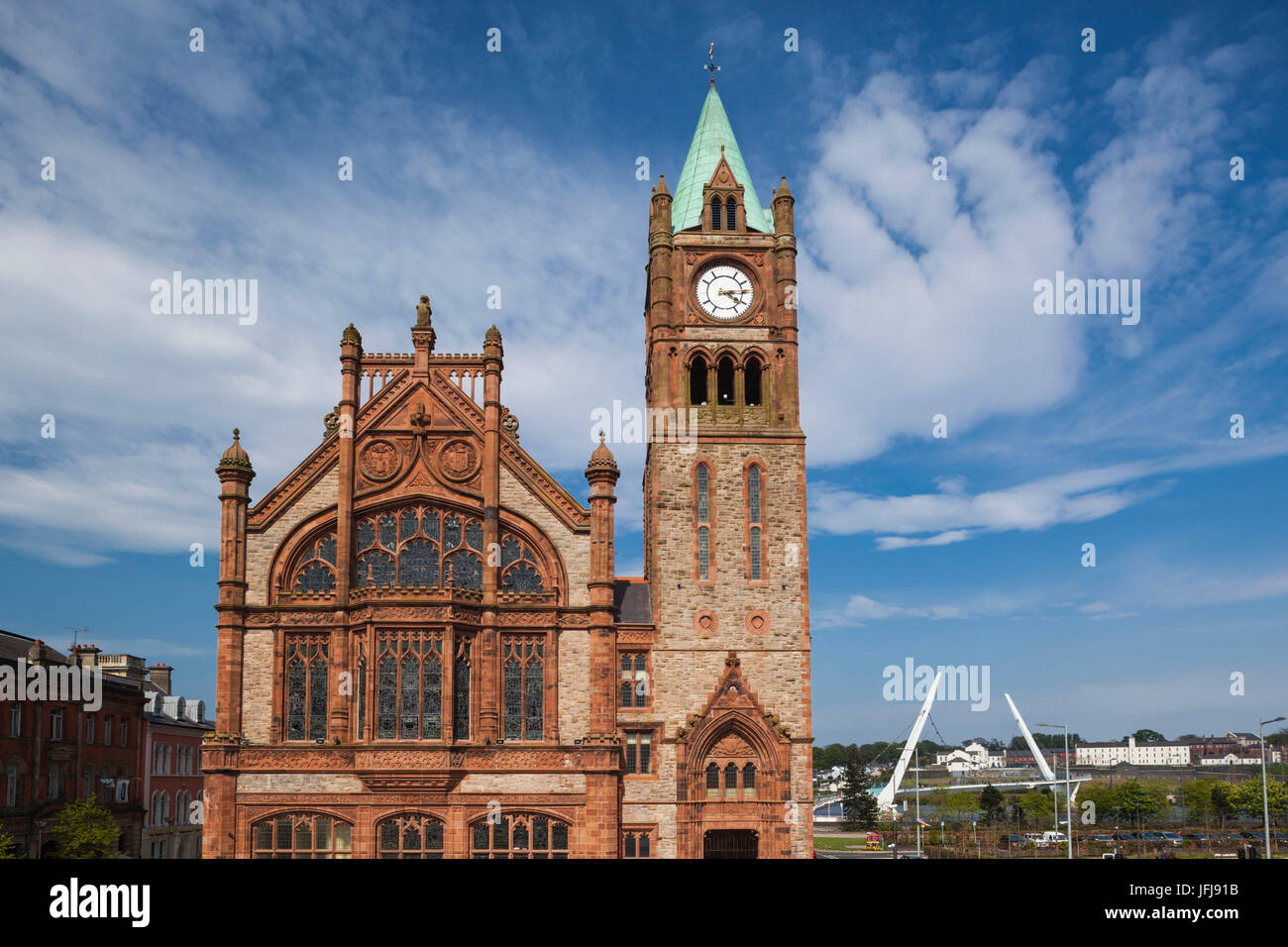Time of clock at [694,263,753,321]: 4:14
